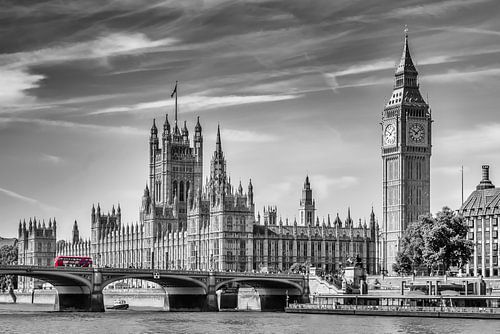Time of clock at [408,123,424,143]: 10:07
